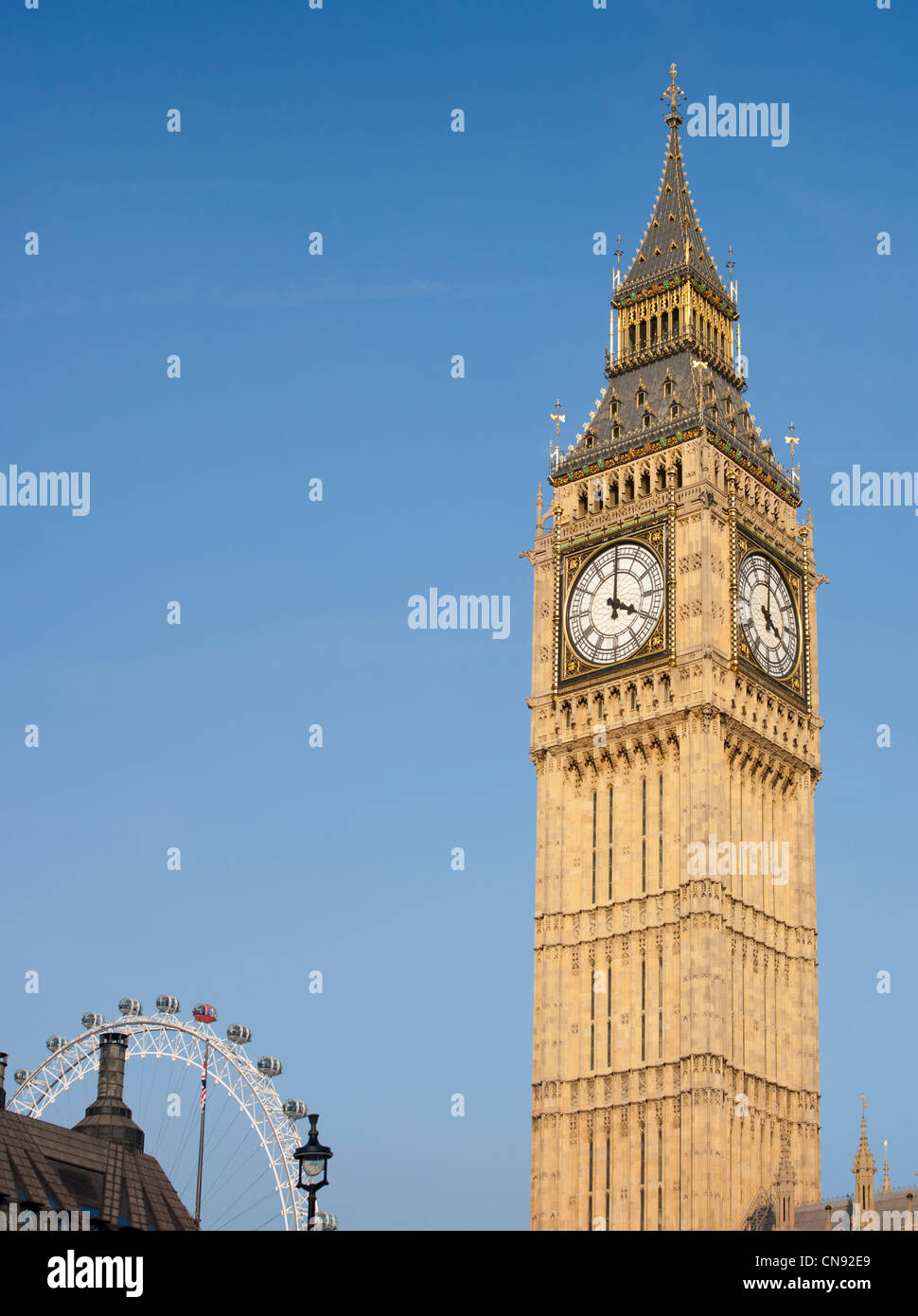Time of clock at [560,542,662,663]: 4:00
